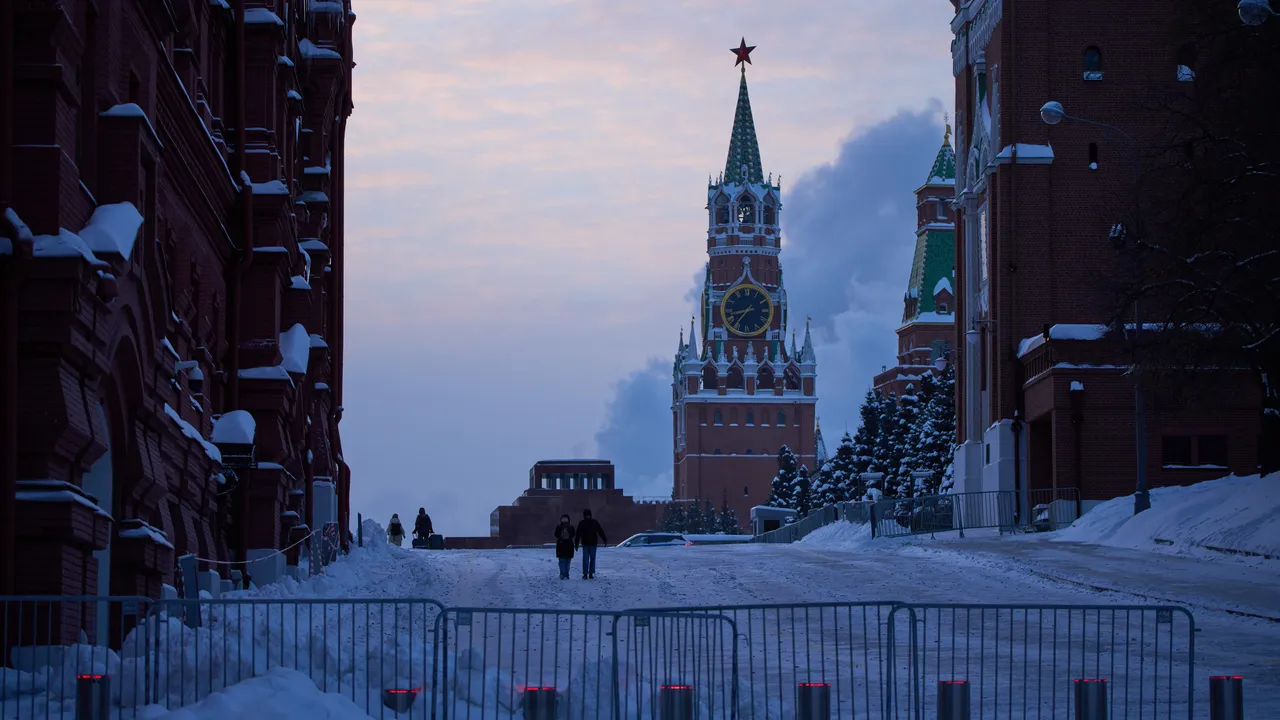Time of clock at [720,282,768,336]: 8:36
